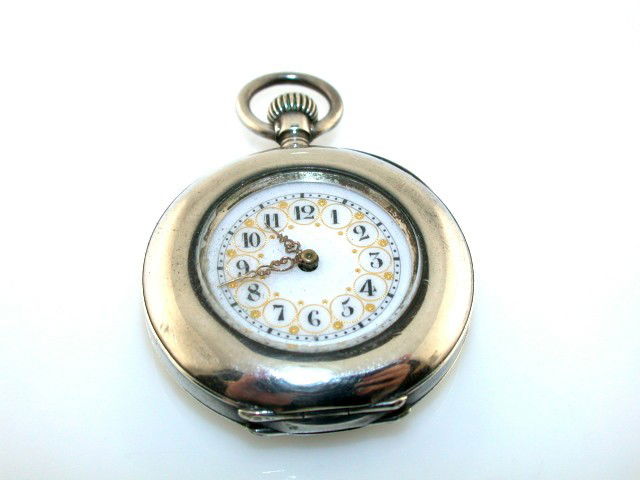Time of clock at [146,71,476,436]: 10:42
